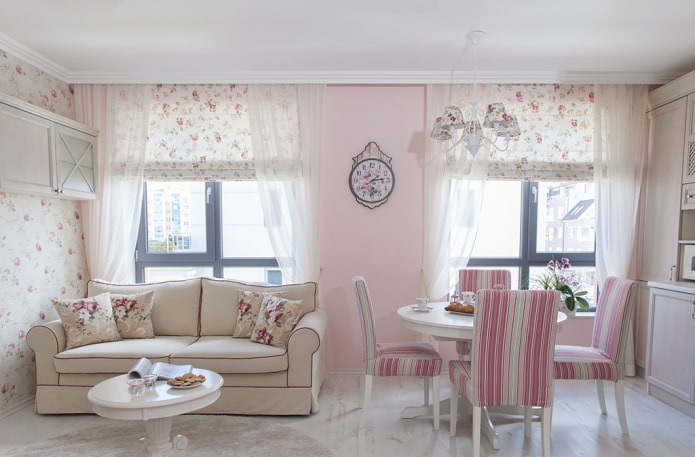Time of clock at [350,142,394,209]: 2:39
